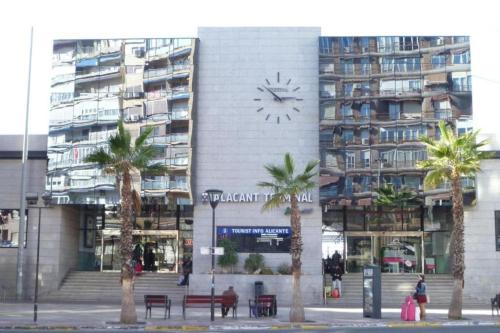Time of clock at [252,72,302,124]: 2:52
